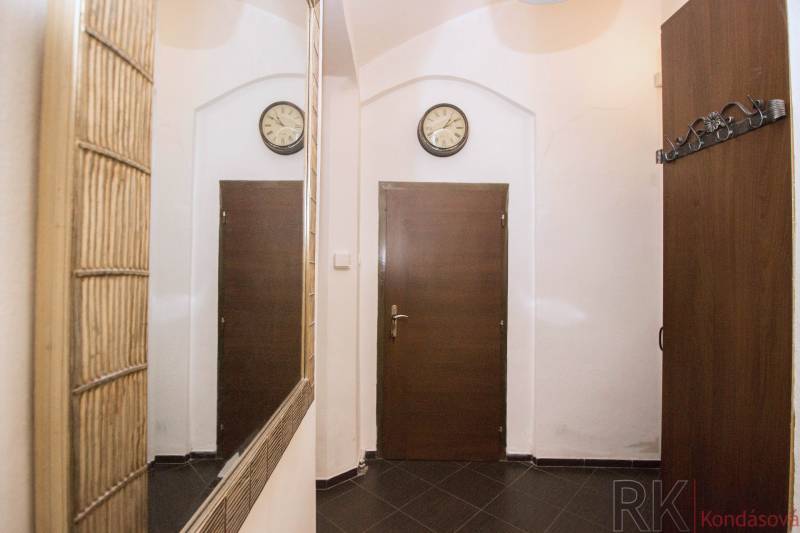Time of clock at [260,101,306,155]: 10:50
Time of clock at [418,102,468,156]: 1:09
